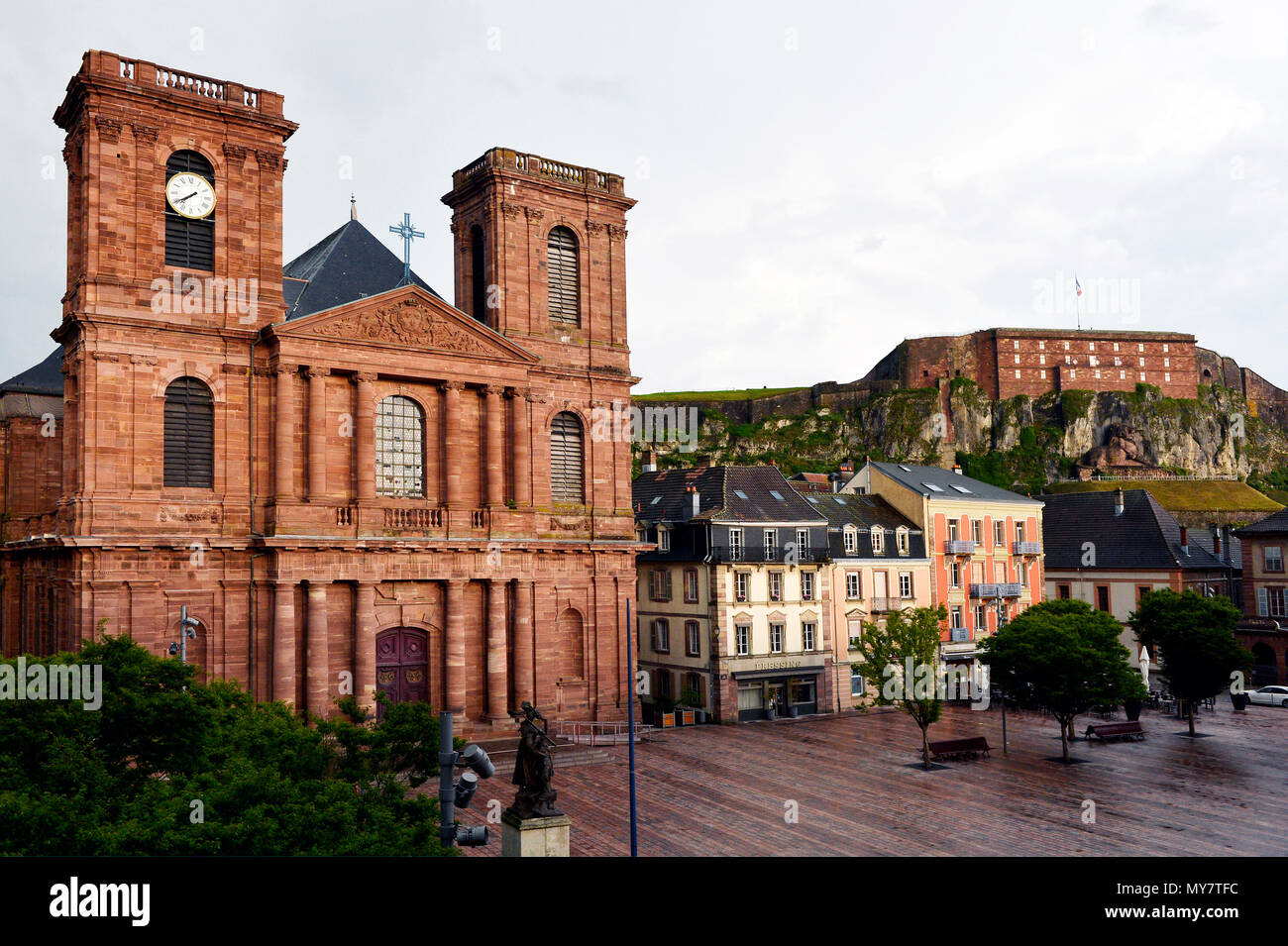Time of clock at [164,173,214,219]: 7:39
